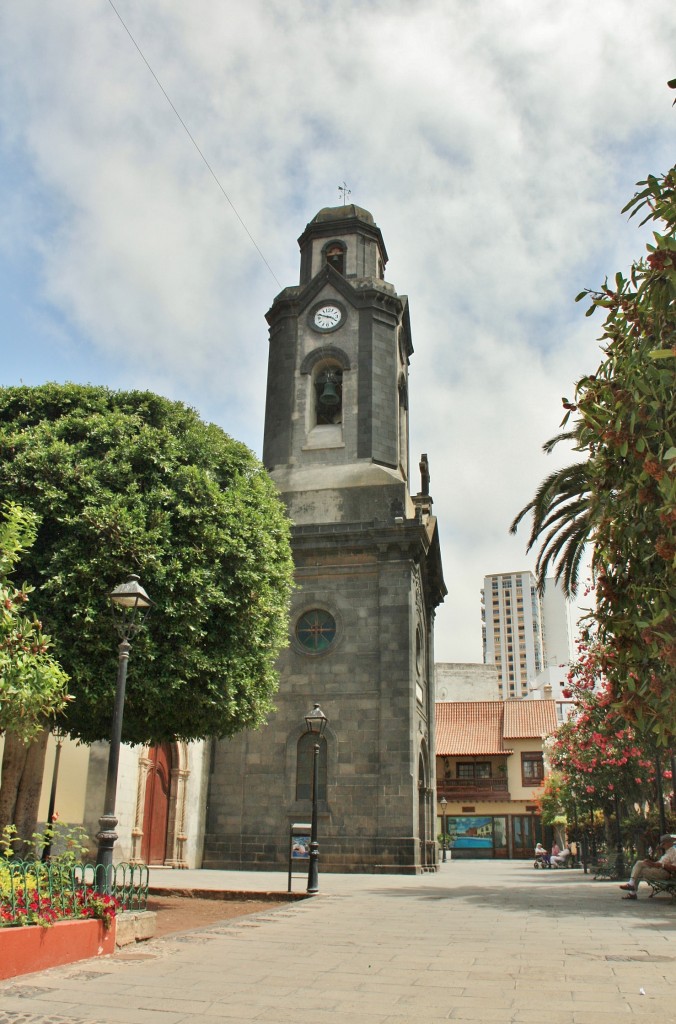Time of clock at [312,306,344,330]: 3:48
